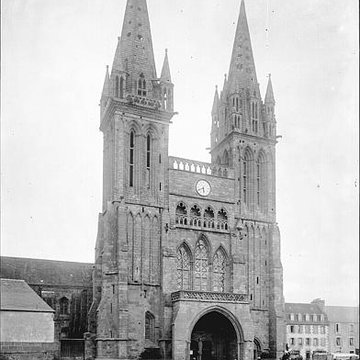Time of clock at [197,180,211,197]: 5:40
